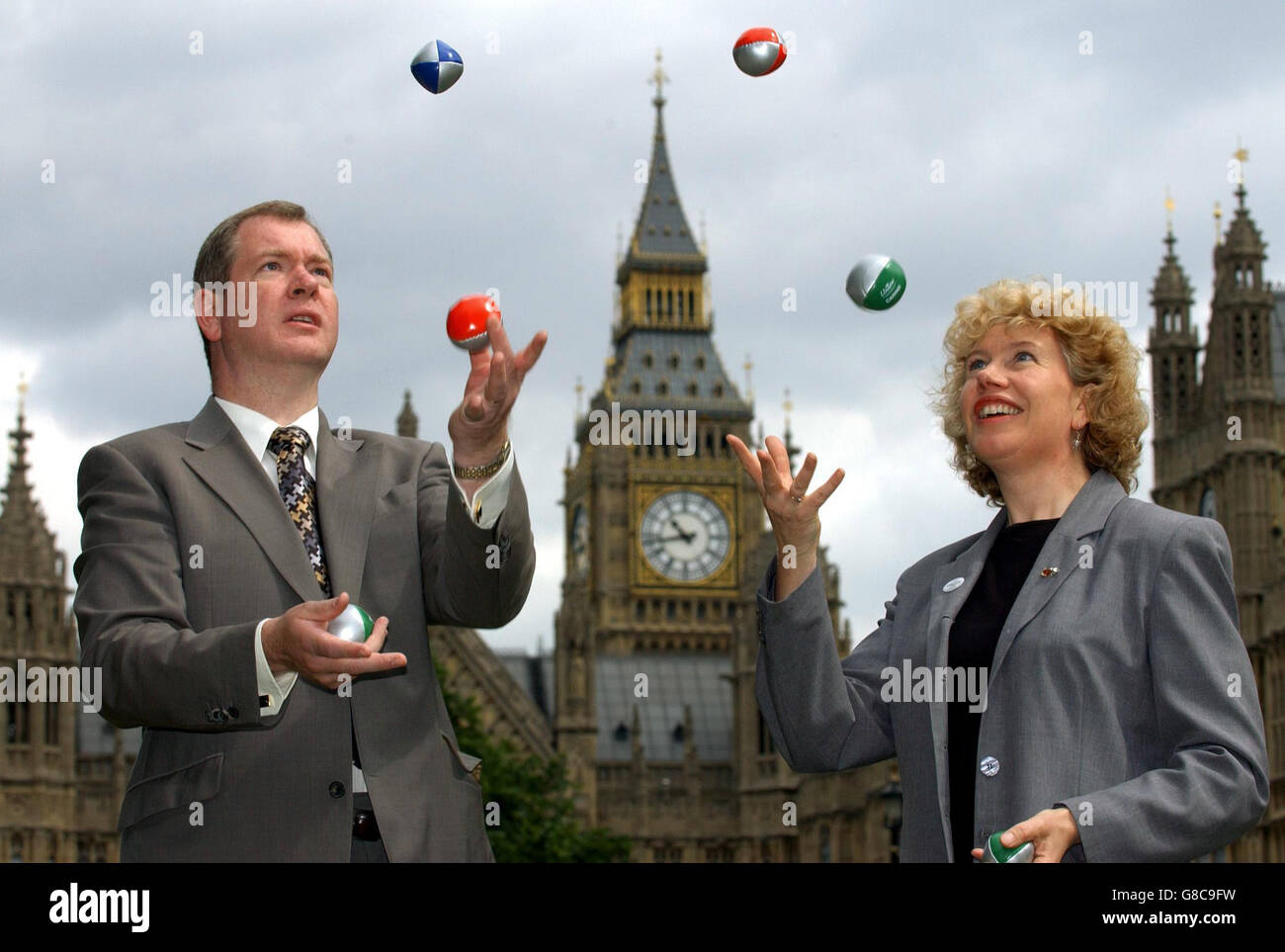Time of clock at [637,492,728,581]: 10:43
